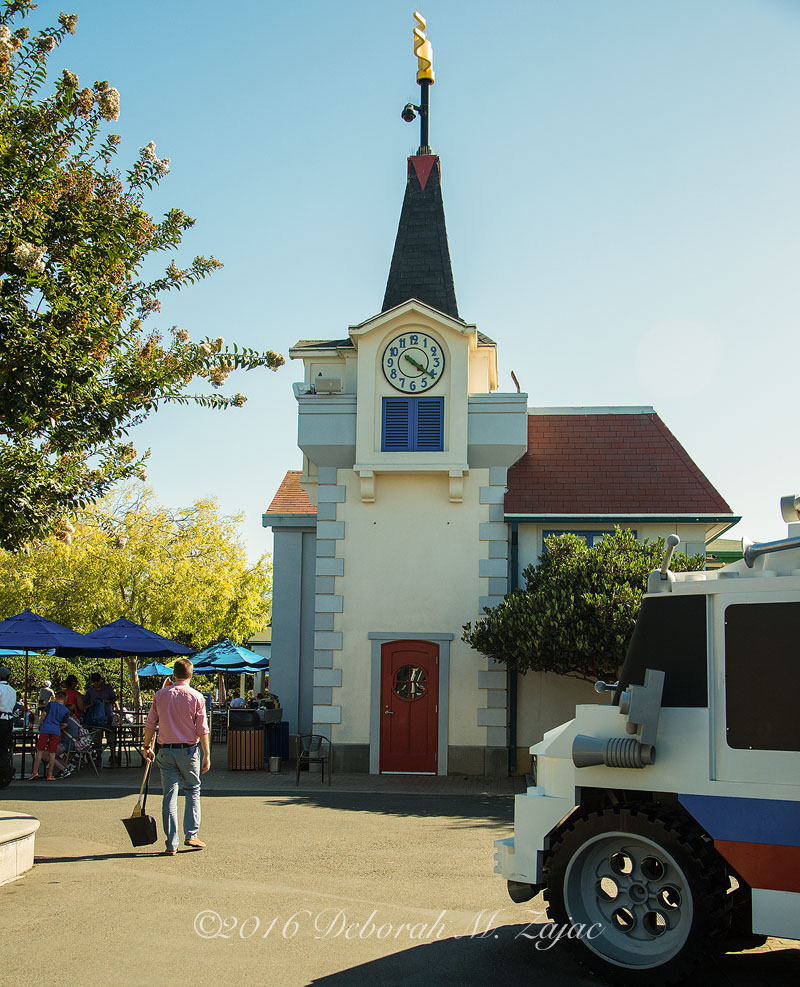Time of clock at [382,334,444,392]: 4:21
